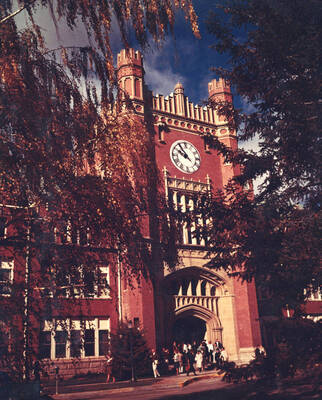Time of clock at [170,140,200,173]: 9:54
